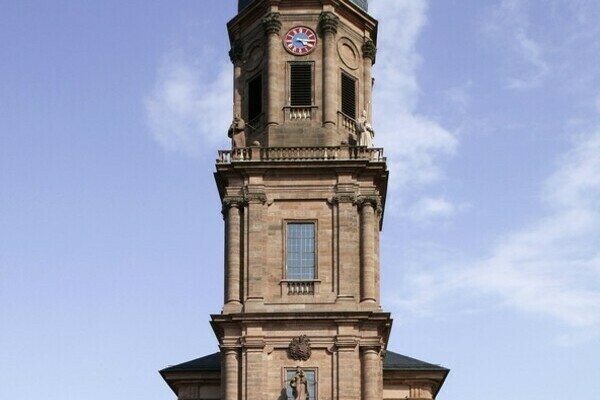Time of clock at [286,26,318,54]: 4:14
